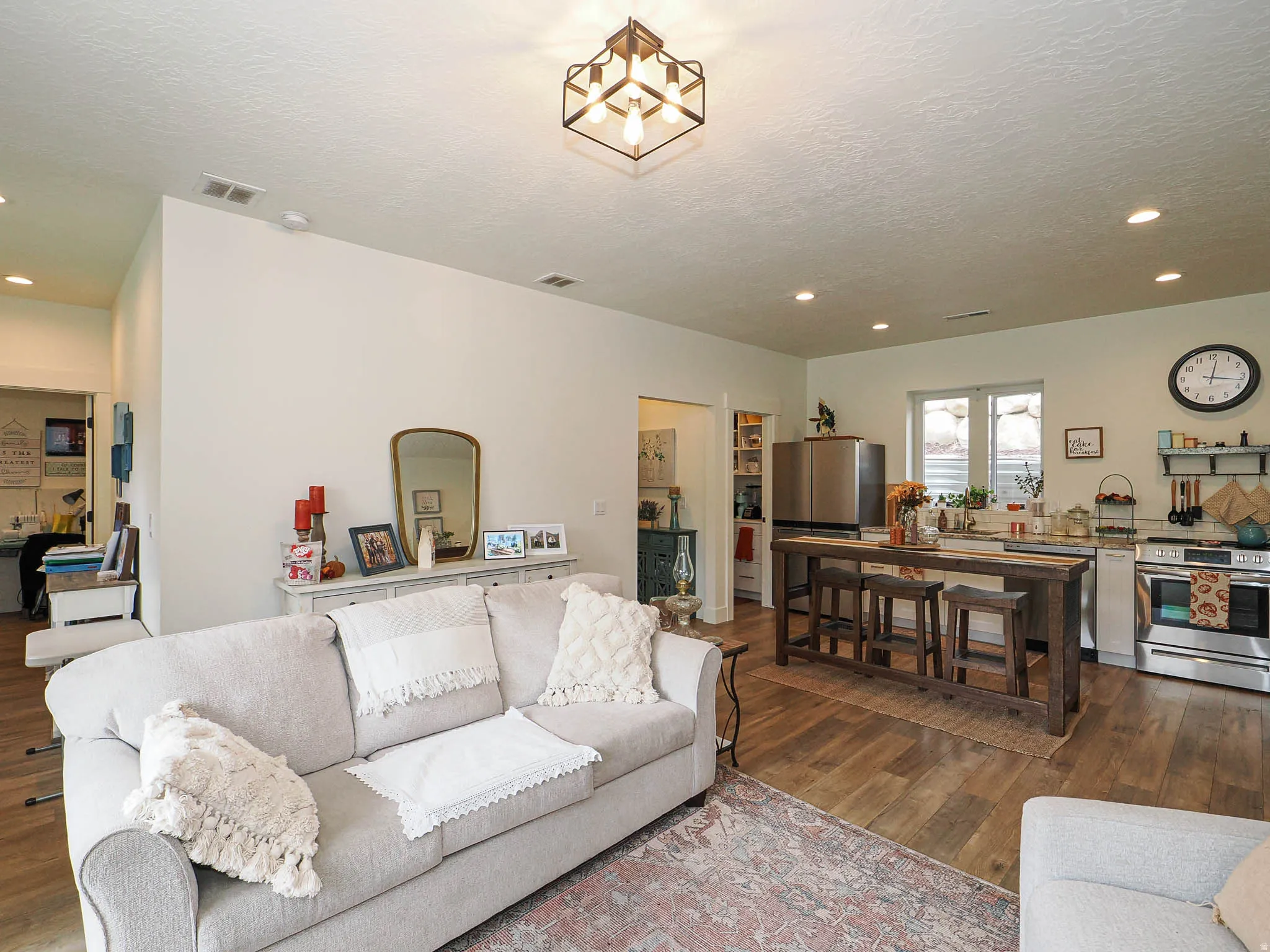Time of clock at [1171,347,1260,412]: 12:16
